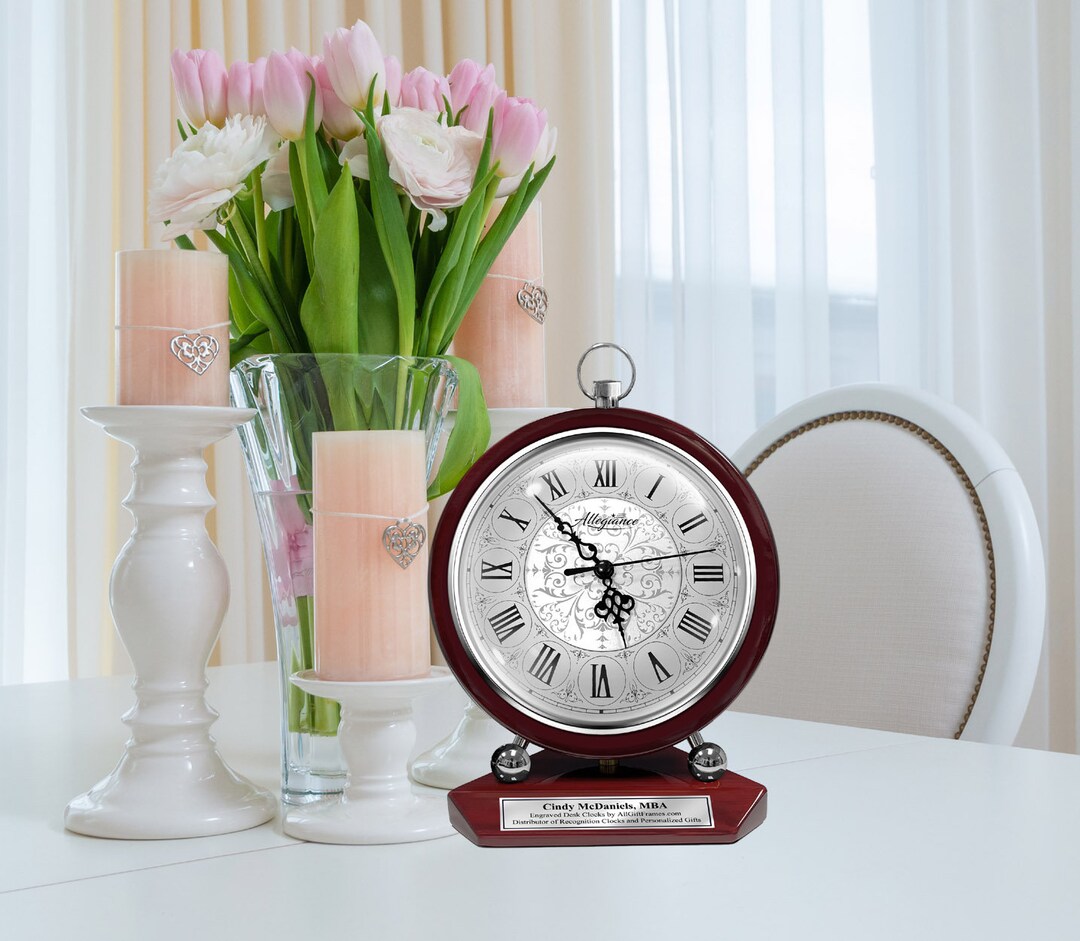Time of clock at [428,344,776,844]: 4:52
